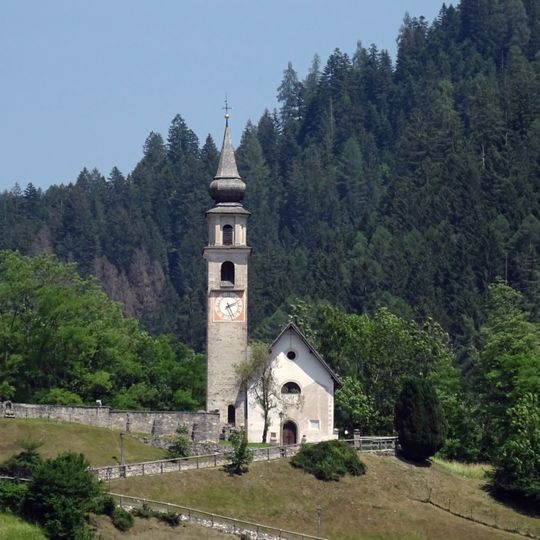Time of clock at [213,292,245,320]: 2:26
